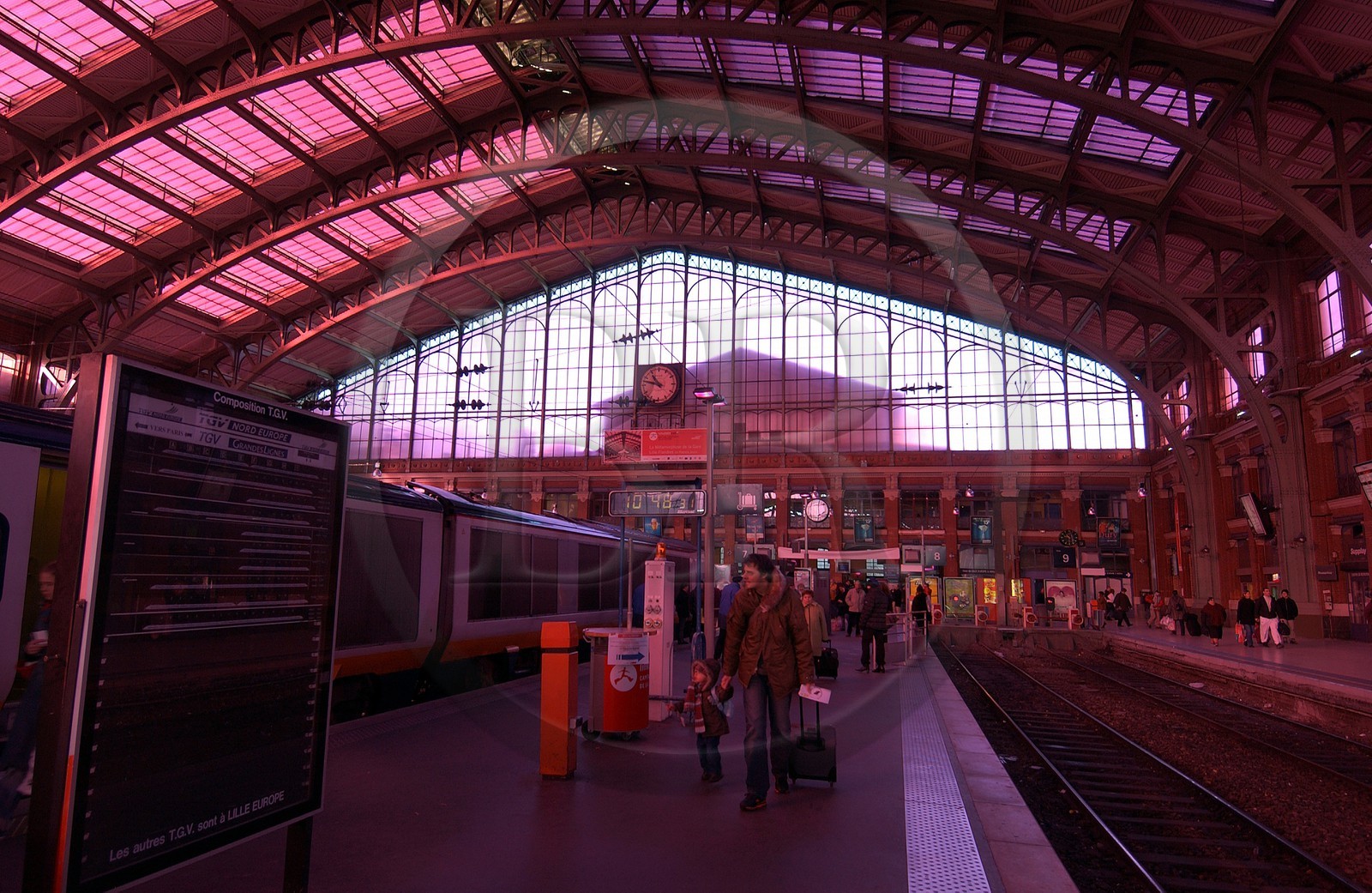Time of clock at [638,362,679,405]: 10:47
